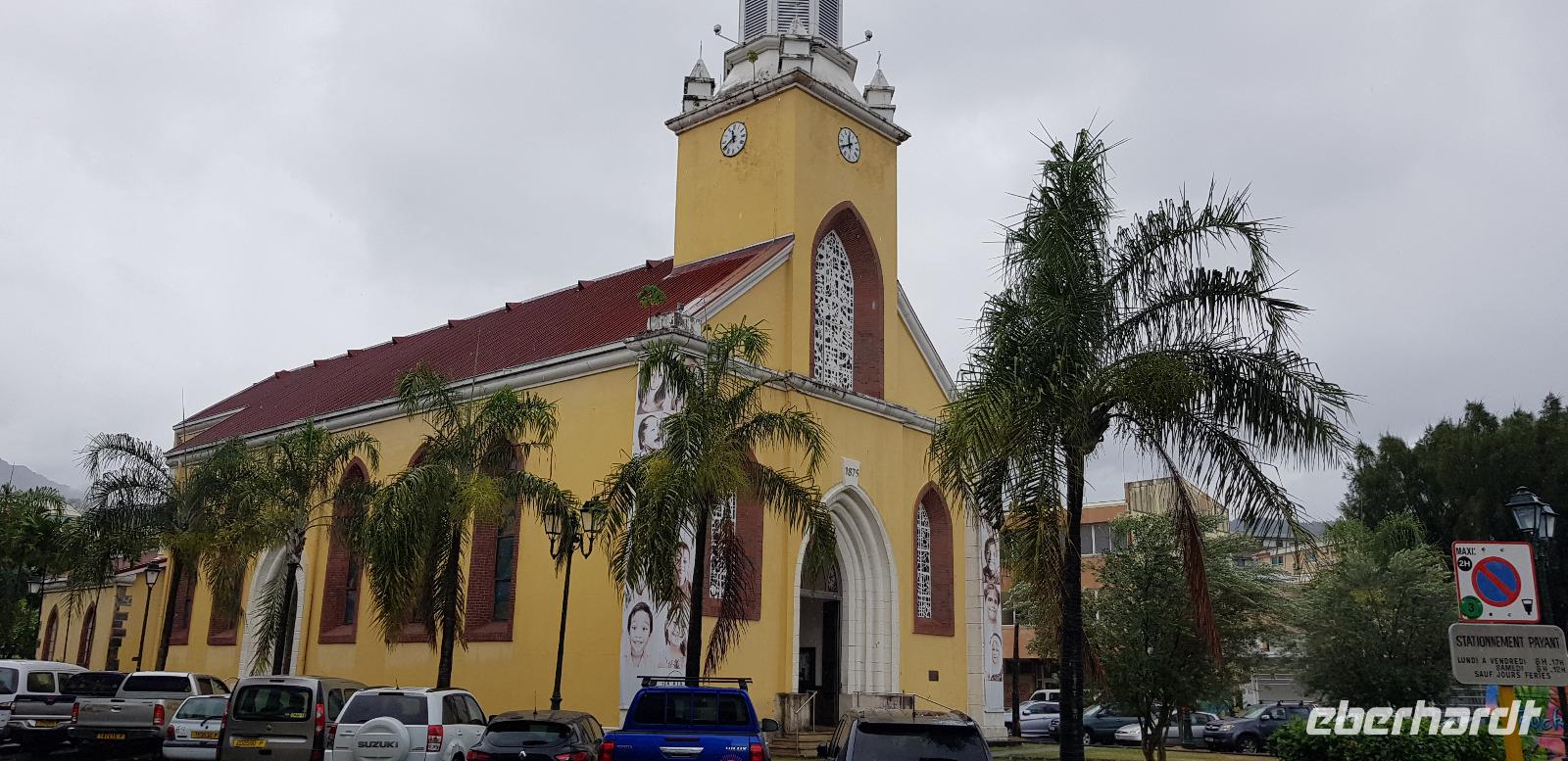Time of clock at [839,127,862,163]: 11:40
